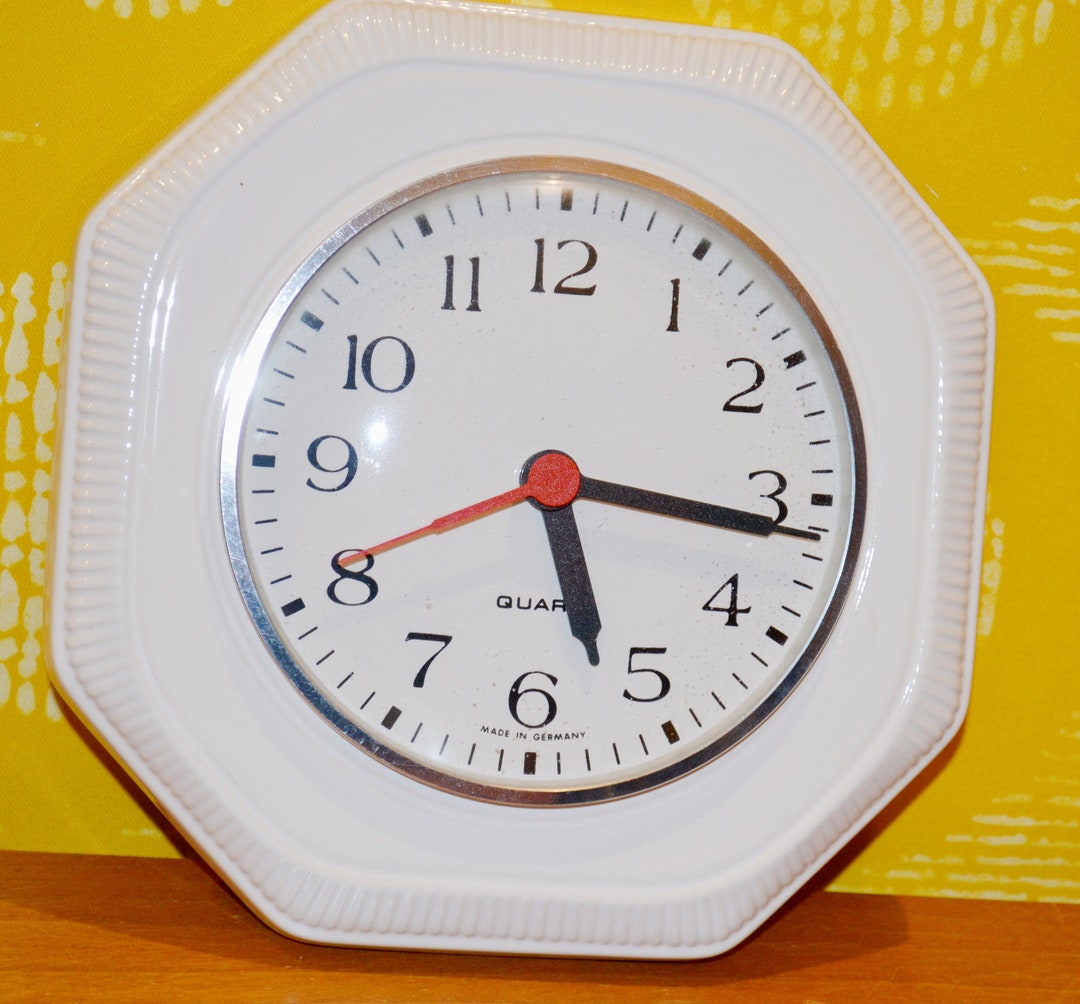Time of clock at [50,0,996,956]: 5:16
